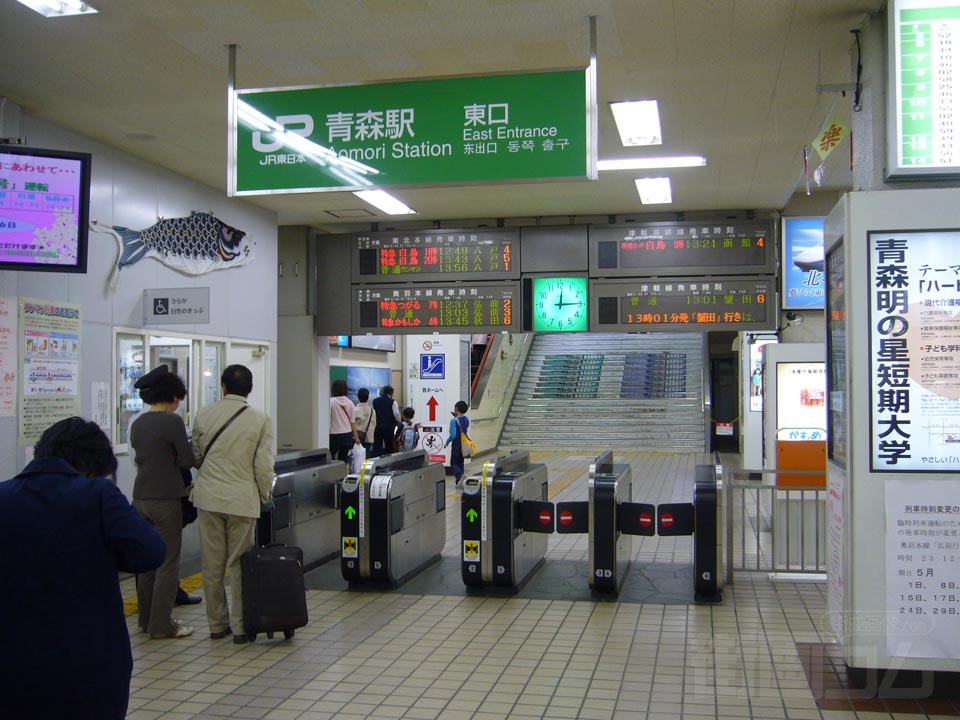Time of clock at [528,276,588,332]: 12:14
